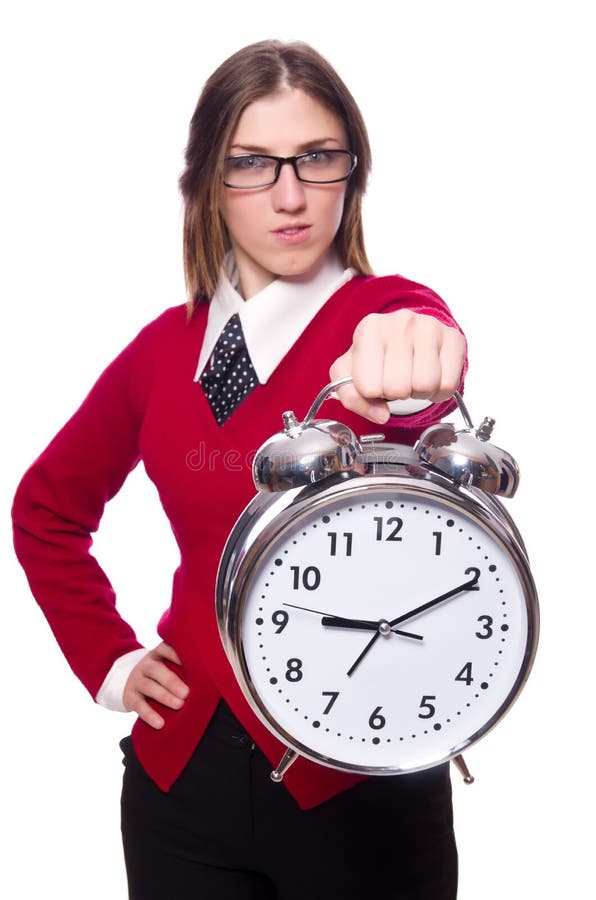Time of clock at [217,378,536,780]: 9:10
